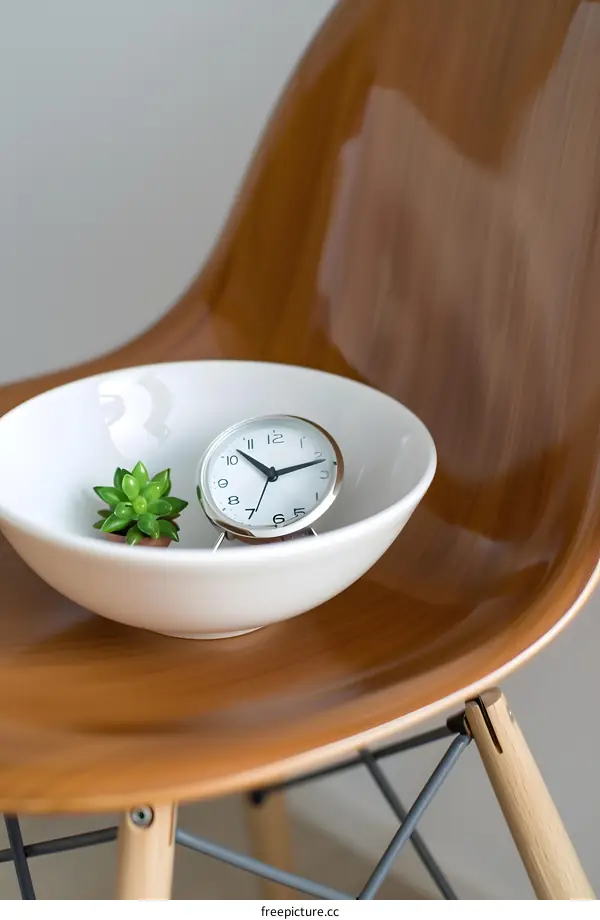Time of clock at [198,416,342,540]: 10:12
